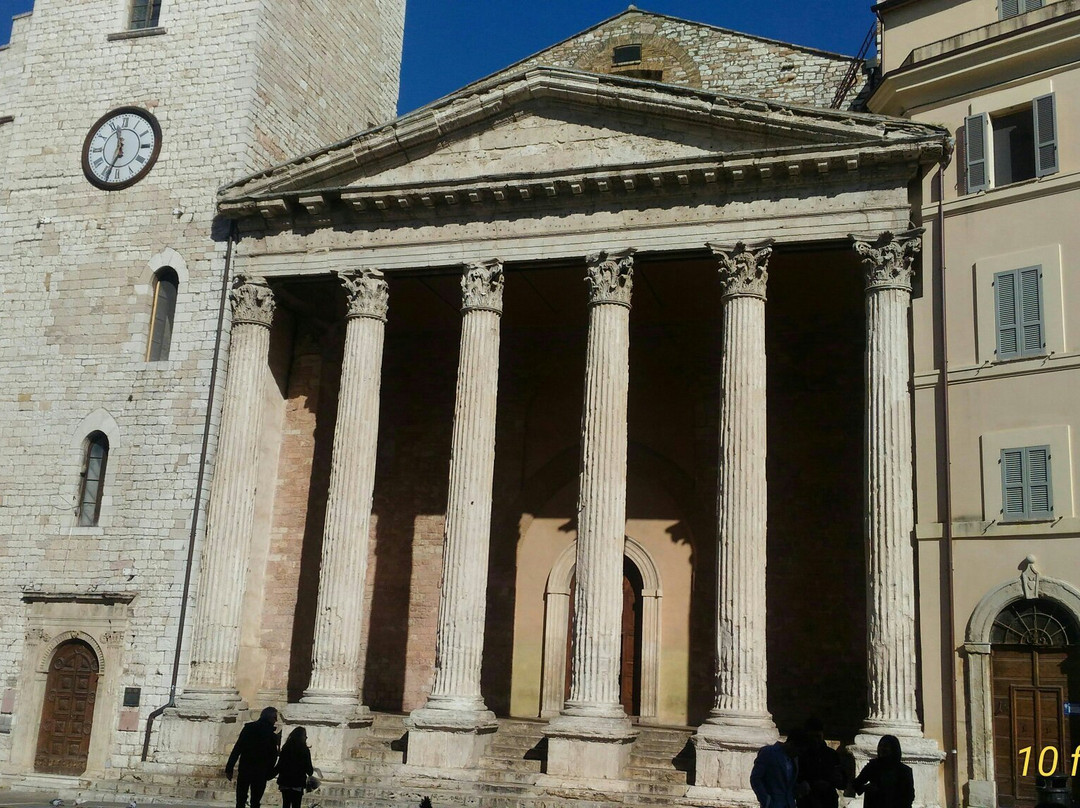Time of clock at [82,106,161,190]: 11:33
